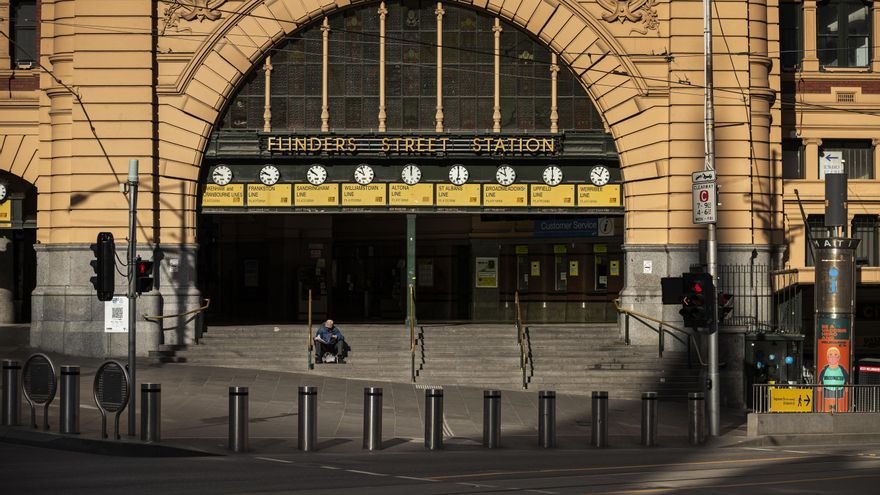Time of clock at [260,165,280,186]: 9:47
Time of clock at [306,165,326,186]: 9:50
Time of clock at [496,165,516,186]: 9:57
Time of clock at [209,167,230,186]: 9:45
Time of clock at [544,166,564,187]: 5:59
